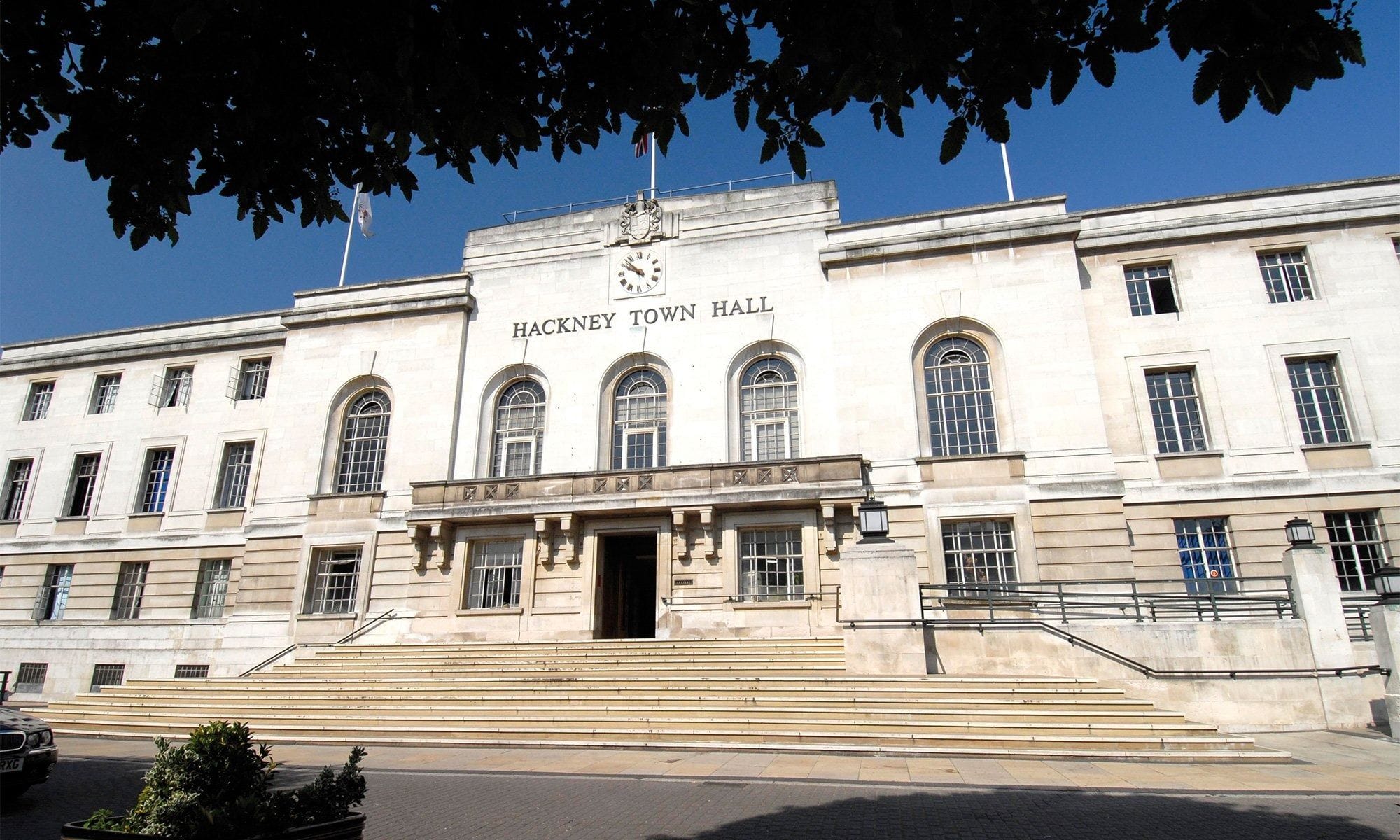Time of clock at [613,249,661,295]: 9:52
